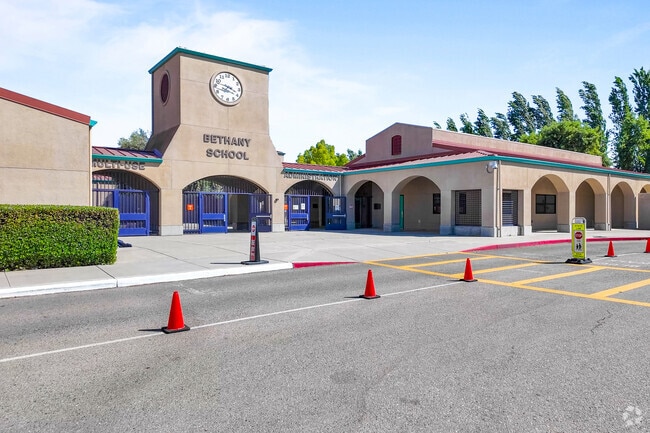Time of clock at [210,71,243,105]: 3:47
